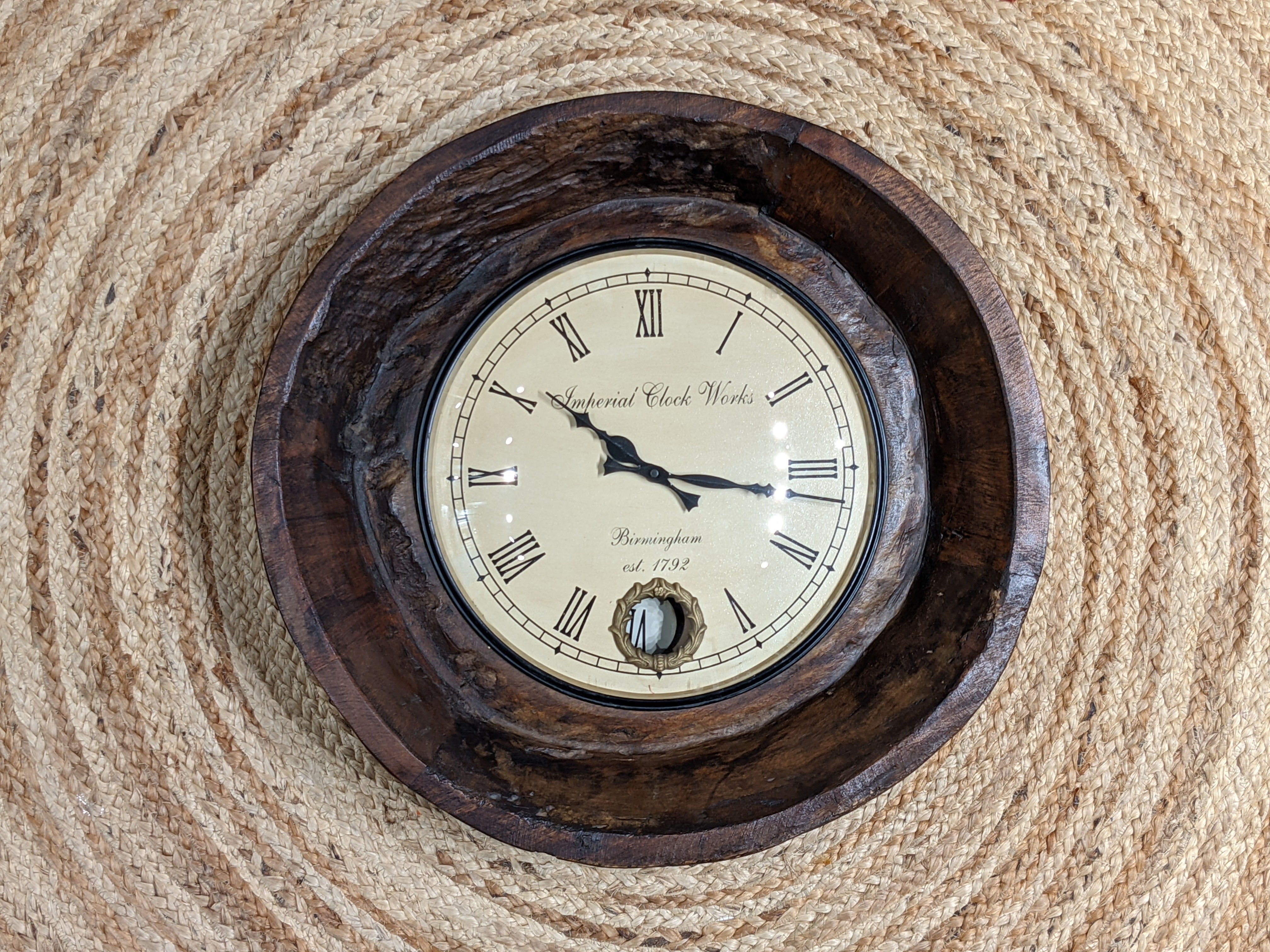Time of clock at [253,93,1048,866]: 10:16
